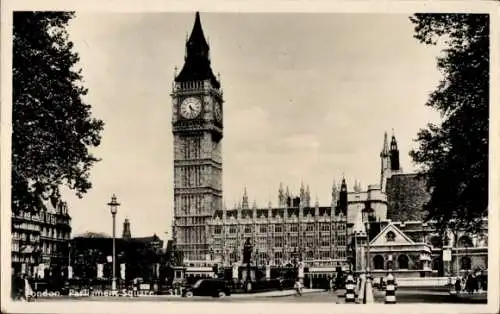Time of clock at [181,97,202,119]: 4:27
